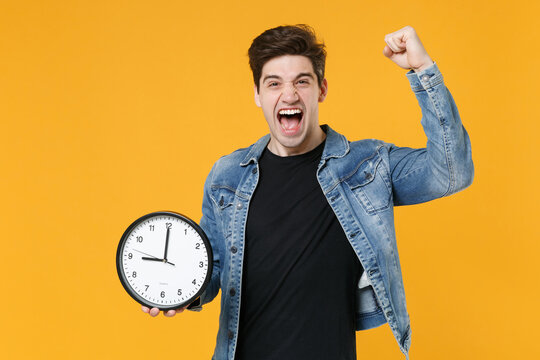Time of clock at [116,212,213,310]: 8:59
